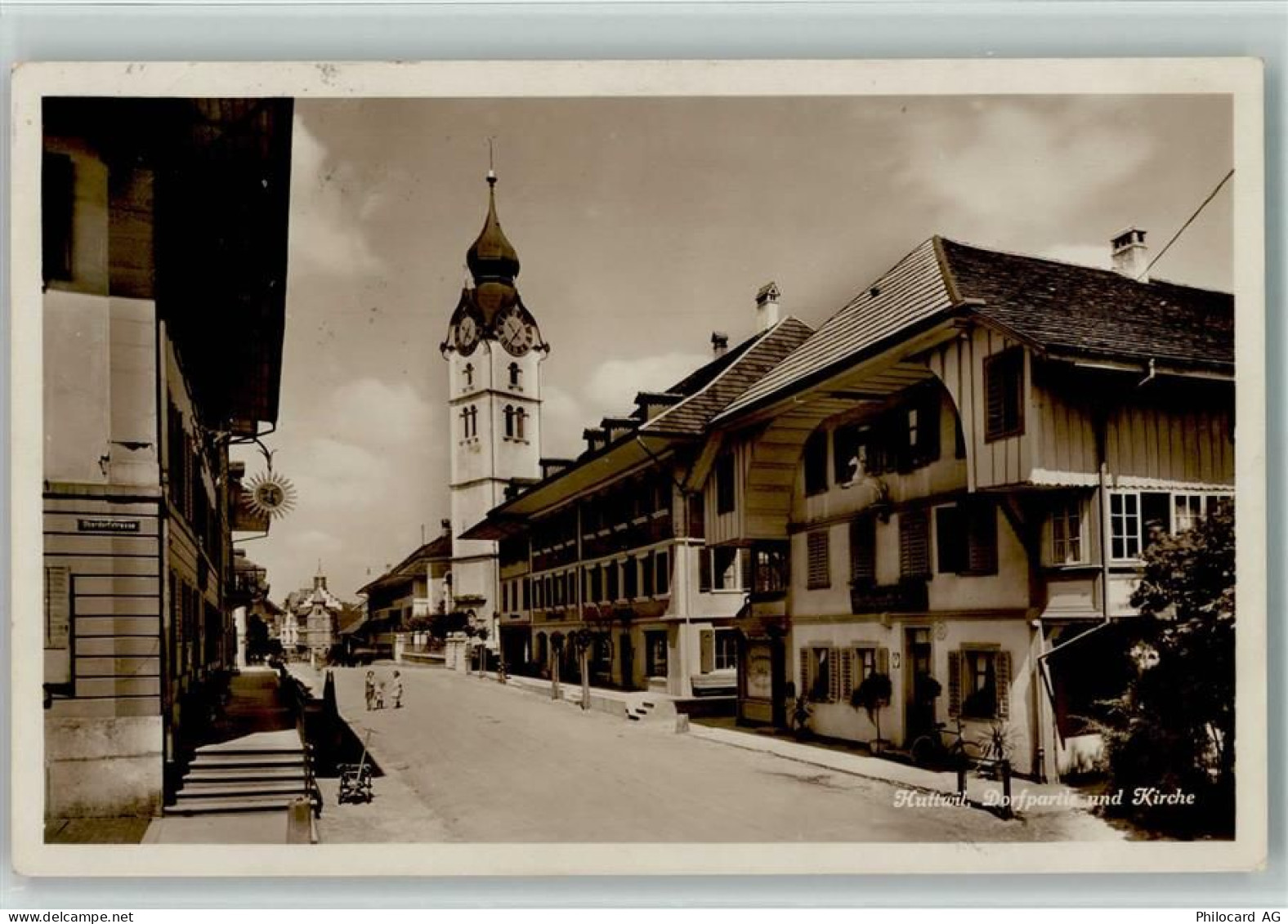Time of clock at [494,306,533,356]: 10:36
